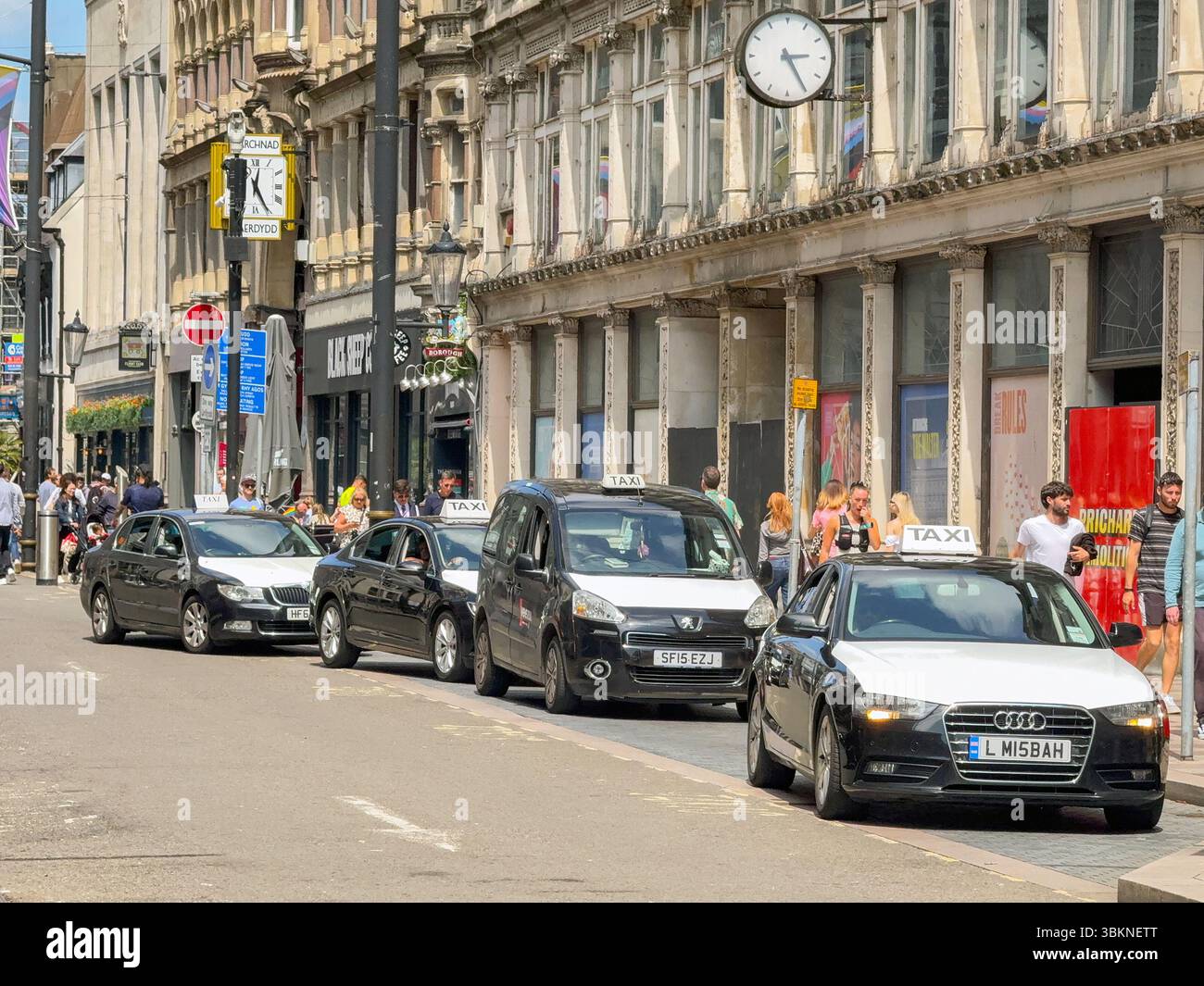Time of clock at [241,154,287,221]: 12:25
